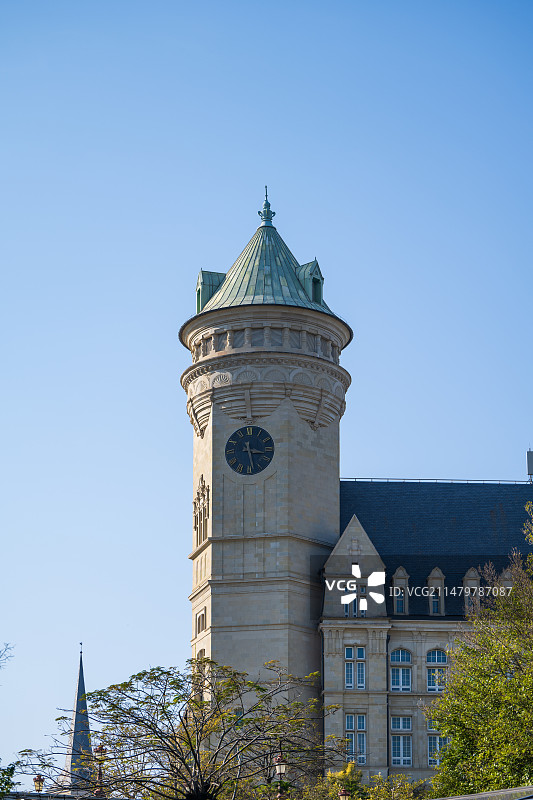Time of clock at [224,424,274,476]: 3:28
